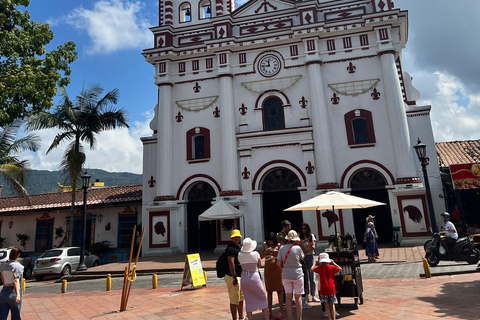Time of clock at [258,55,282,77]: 11:45
